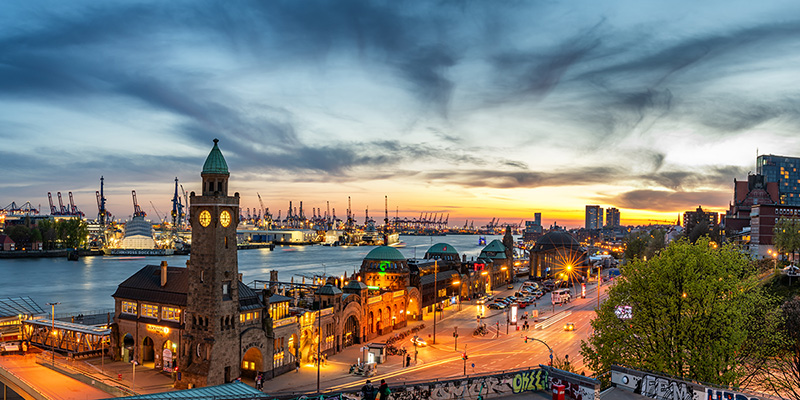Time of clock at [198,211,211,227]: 8:58
